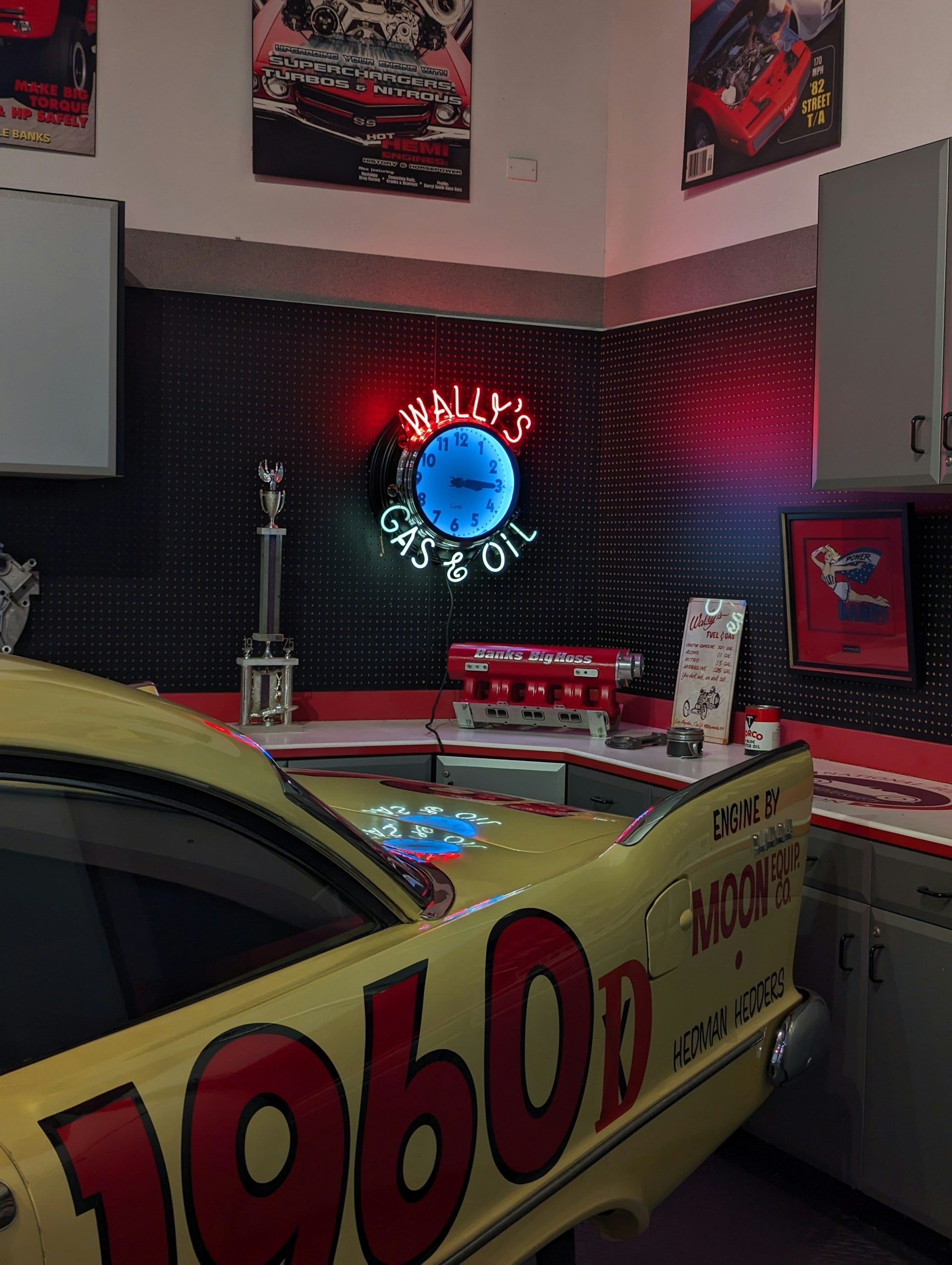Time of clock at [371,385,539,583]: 3:15
